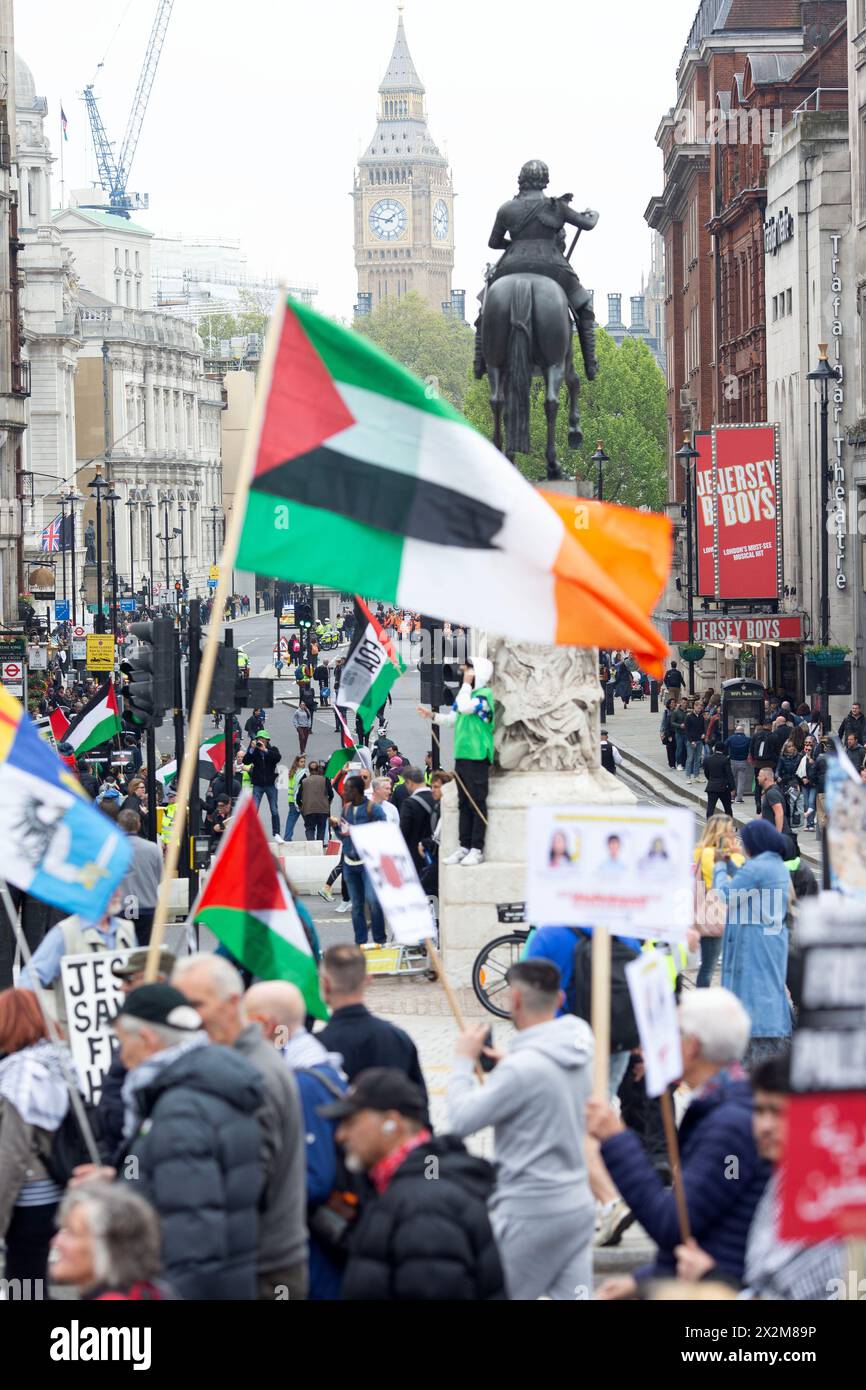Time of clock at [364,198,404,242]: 1:47
